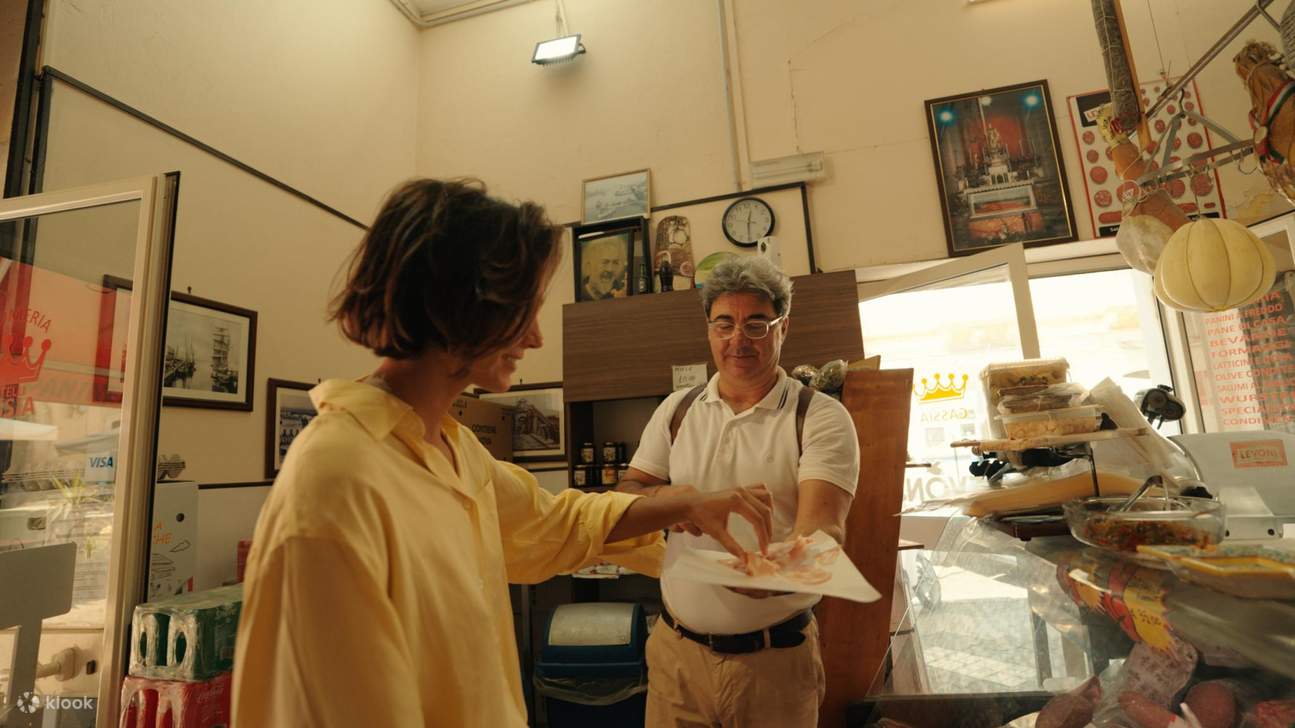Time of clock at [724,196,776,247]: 12:29
